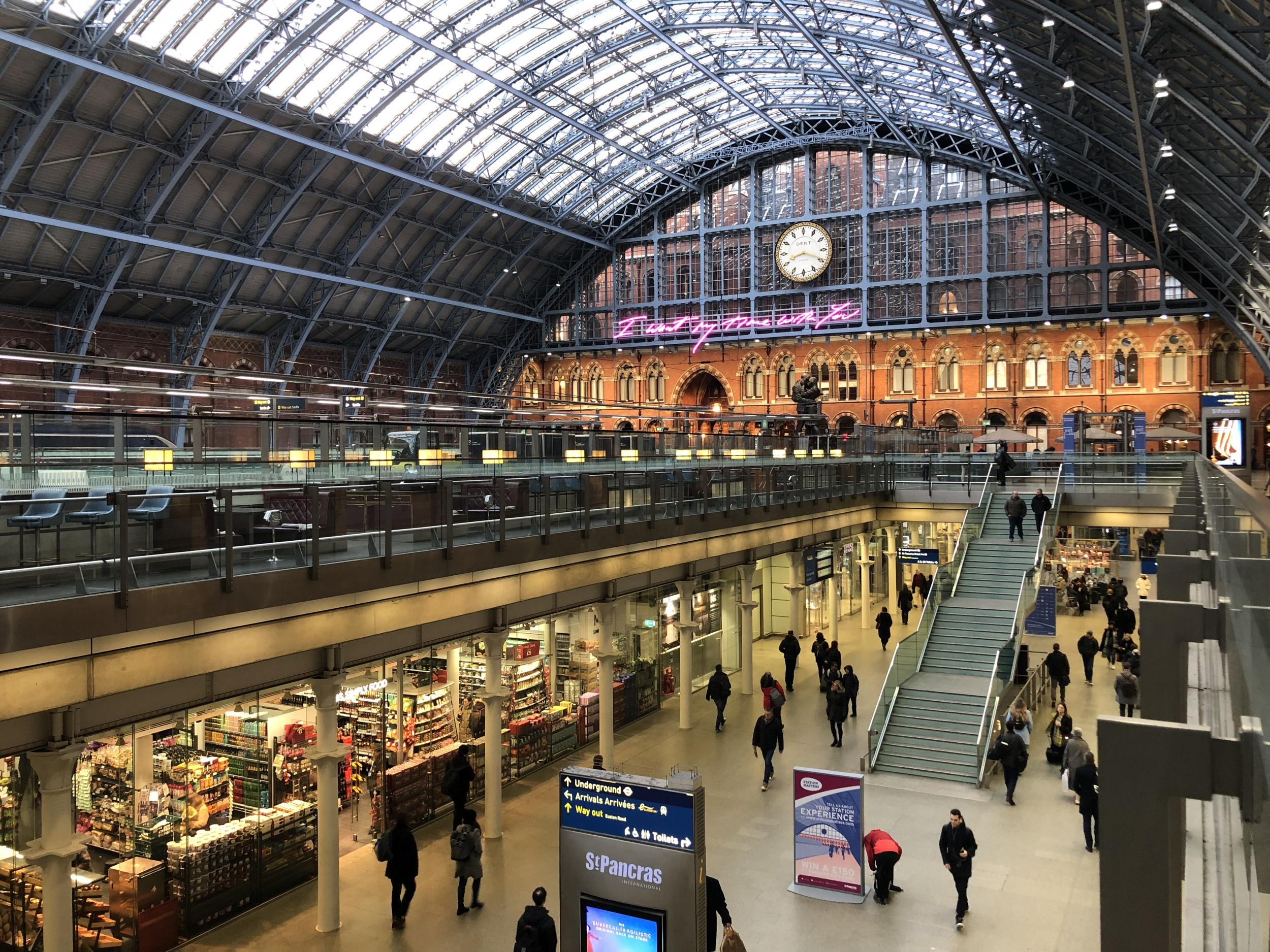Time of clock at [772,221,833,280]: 8:19
